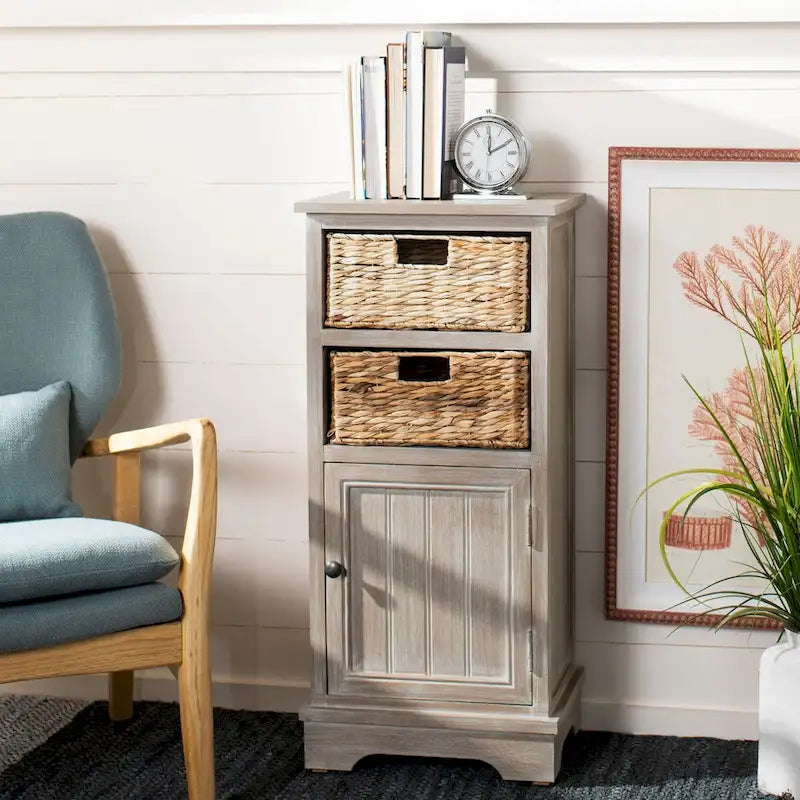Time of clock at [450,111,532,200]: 12:10
